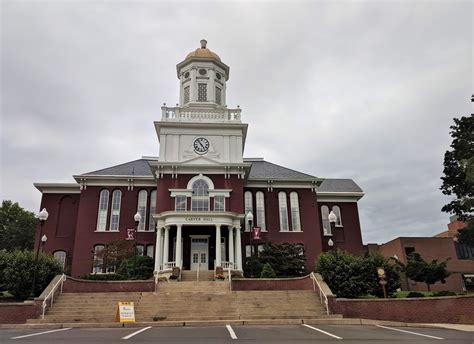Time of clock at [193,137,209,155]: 4:53
